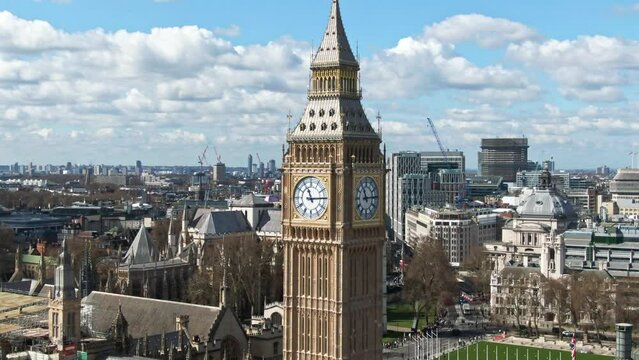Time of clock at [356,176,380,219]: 11:14
